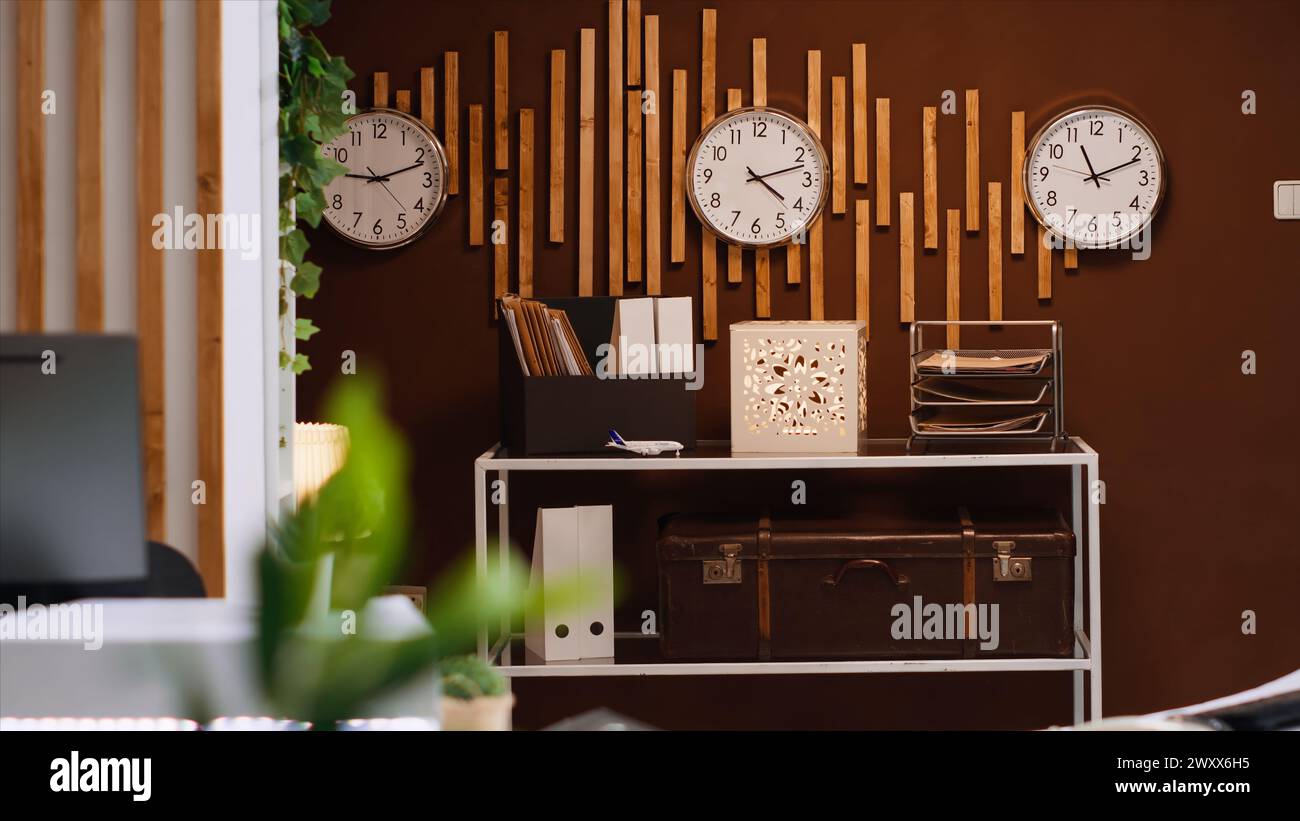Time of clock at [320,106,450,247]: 9:11
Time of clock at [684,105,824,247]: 4:12
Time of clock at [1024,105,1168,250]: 11:11
